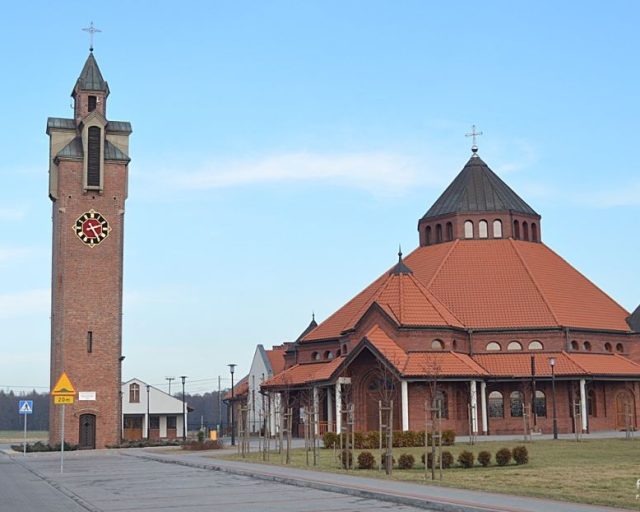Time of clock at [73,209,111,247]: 2:24
